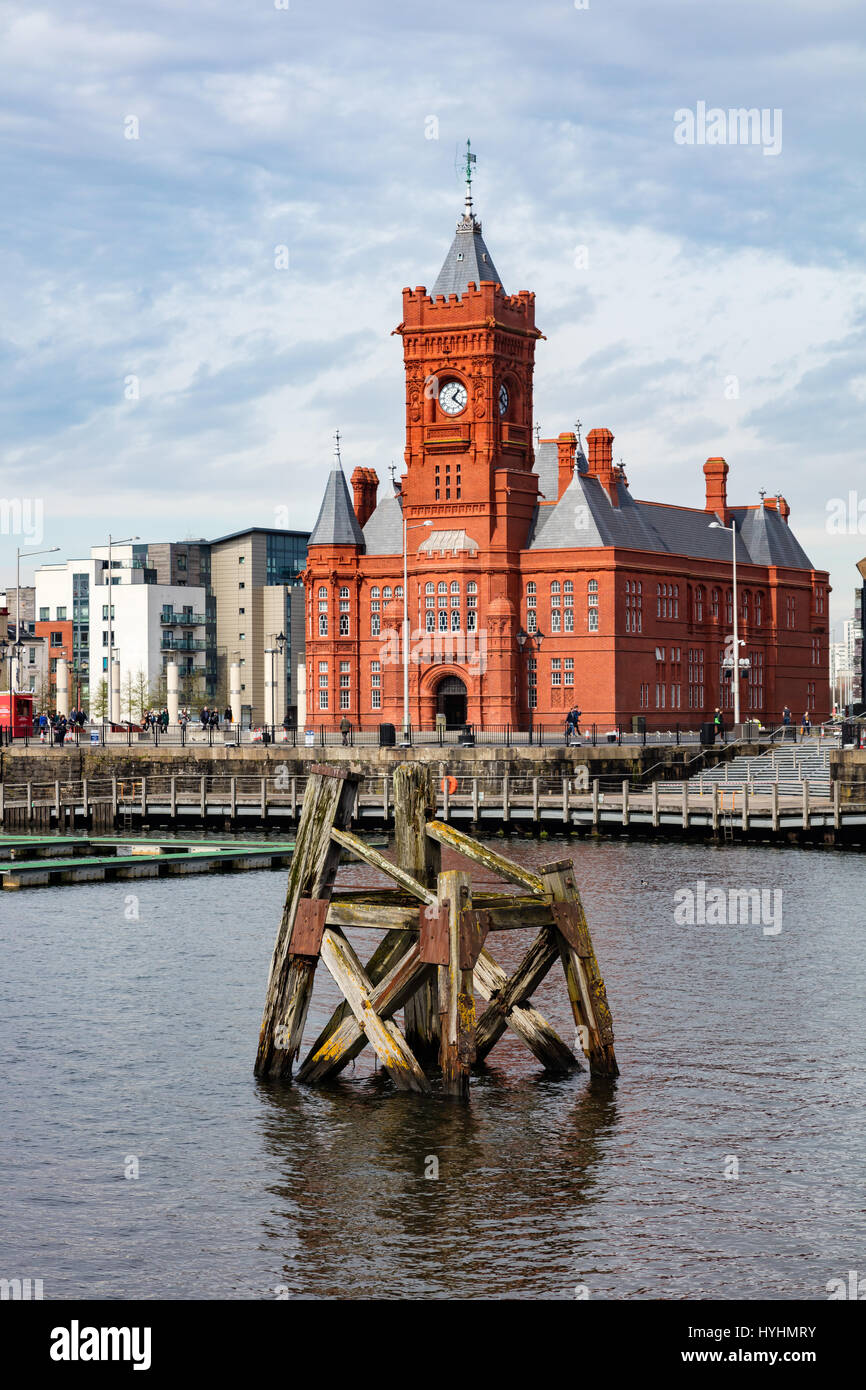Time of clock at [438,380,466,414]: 1:21
